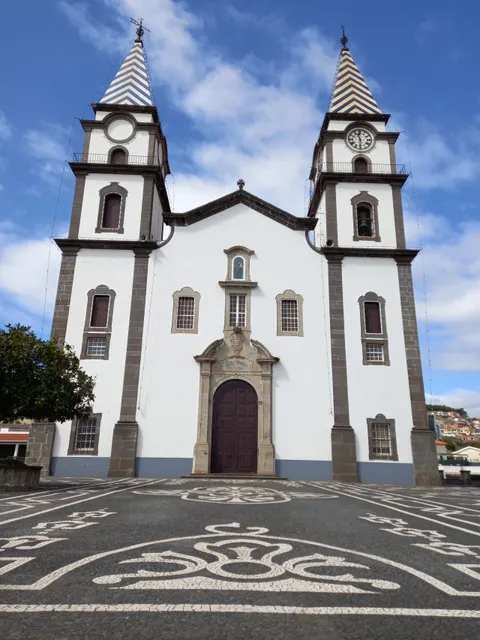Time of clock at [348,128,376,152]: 11:30
